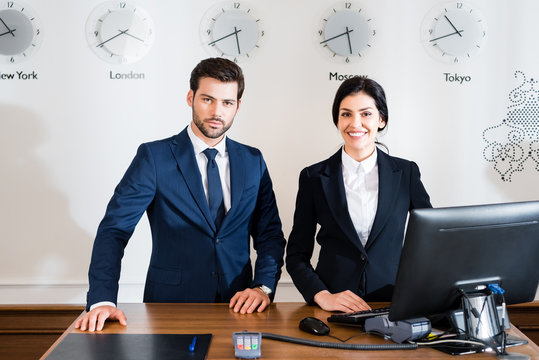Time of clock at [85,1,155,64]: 3:40
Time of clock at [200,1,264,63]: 5:40
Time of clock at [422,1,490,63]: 10:41
